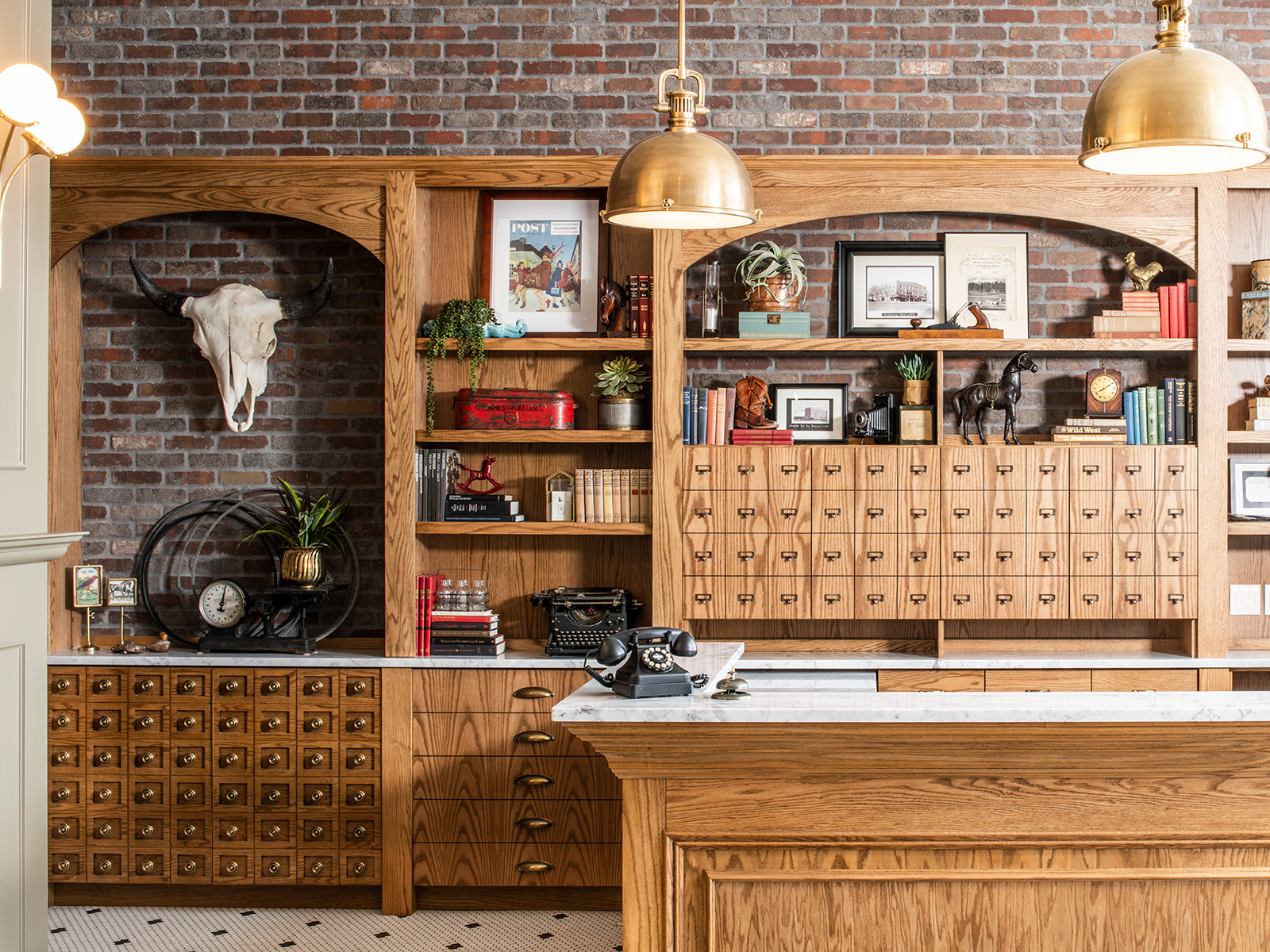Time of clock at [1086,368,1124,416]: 8:09
